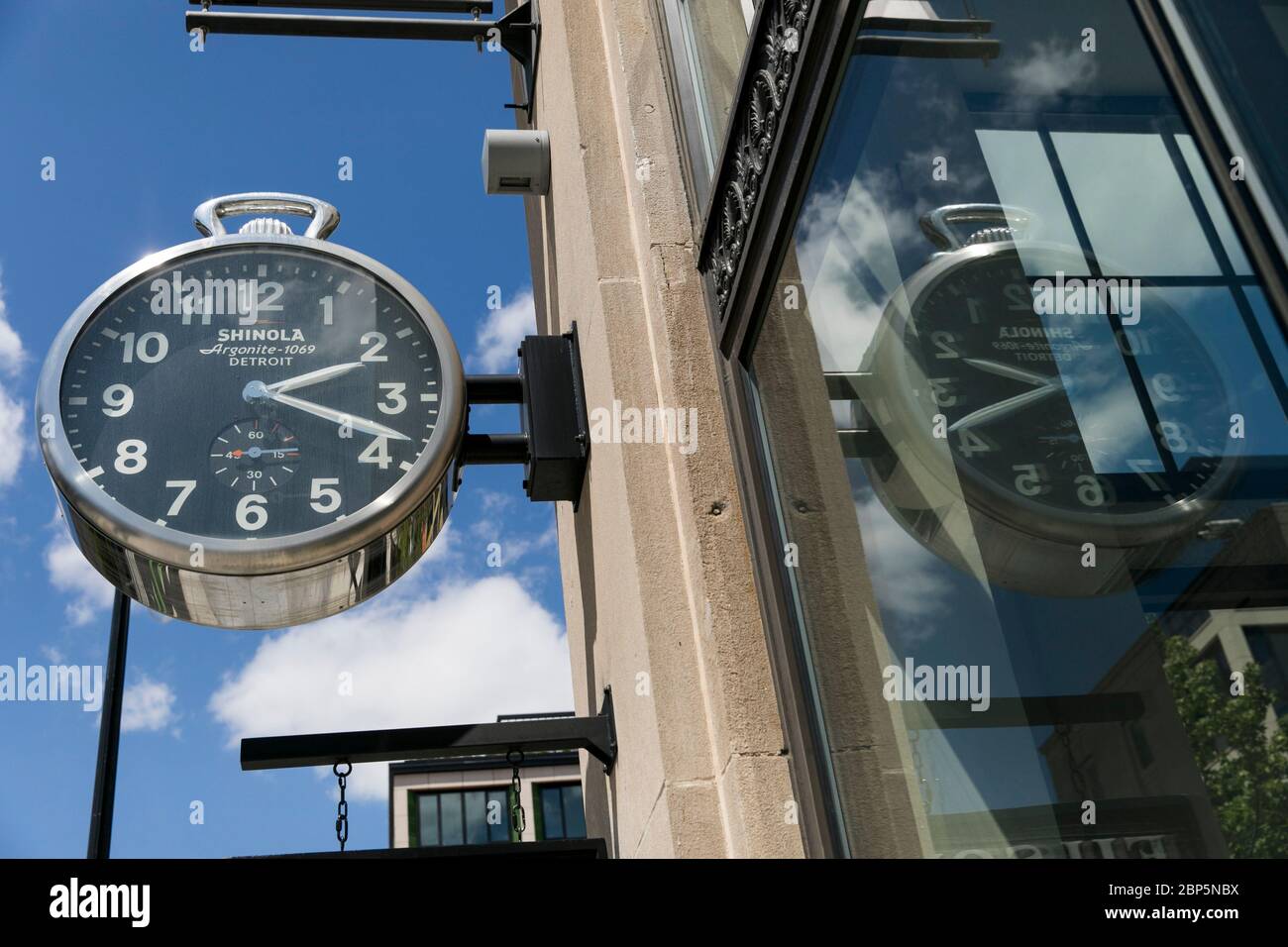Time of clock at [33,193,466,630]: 2:18
